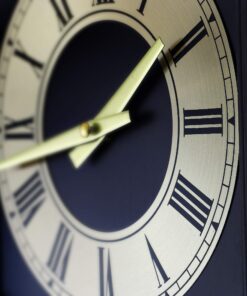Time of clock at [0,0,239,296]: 1:42
